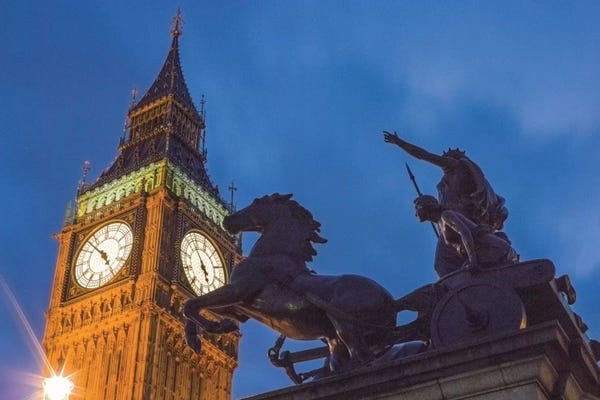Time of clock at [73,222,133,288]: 4:52
